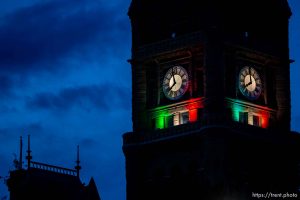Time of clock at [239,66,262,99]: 7:59
